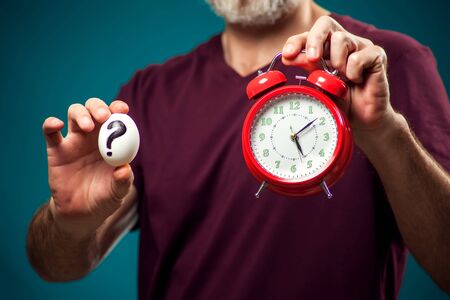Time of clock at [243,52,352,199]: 5:08
